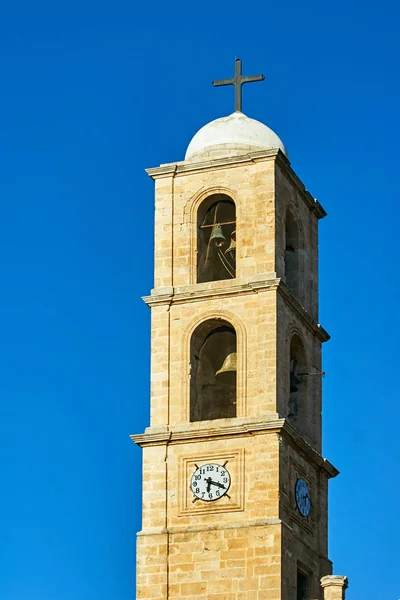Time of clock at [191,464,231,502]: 6:19
